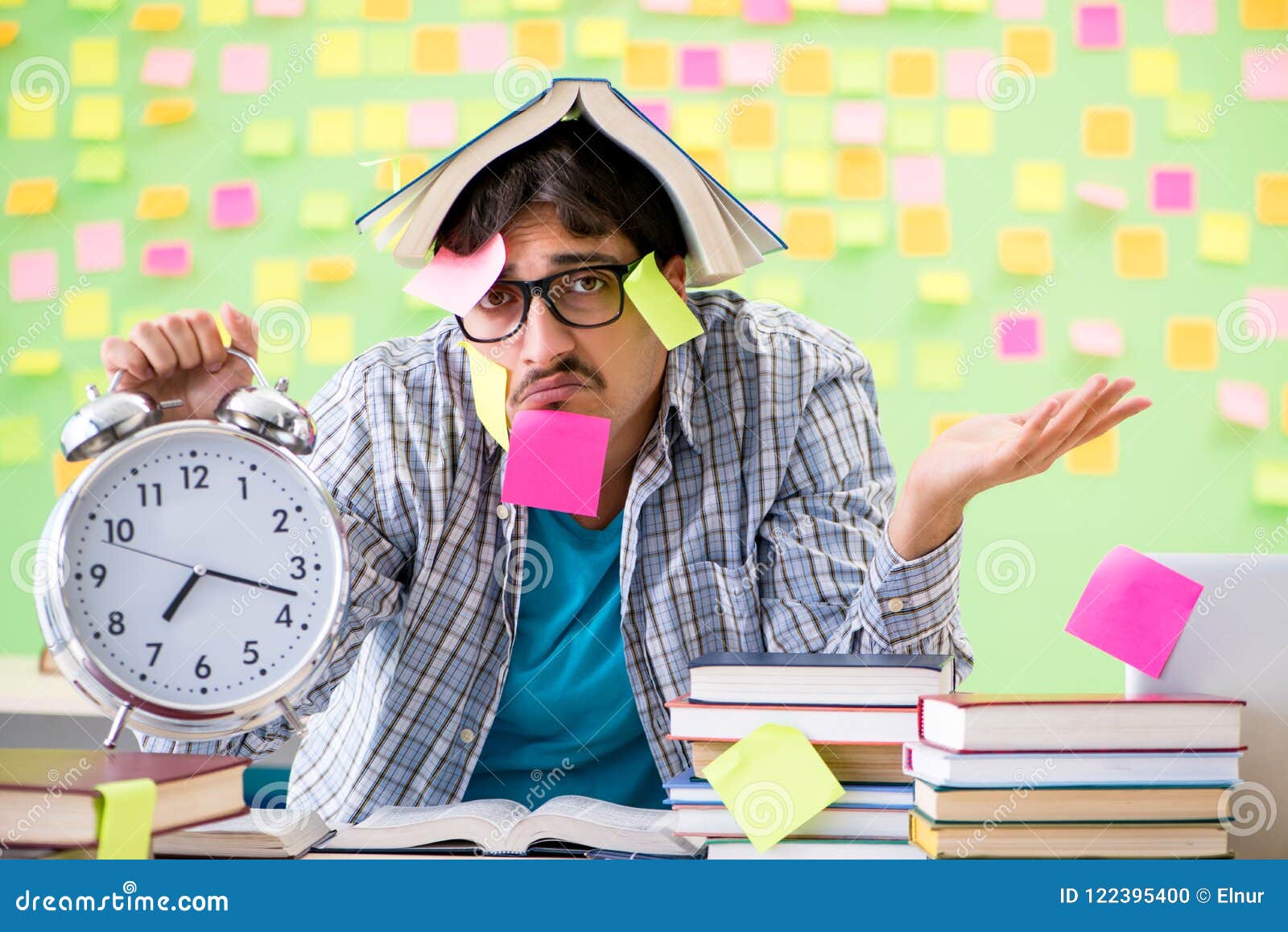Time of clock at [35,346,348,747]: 7:17
